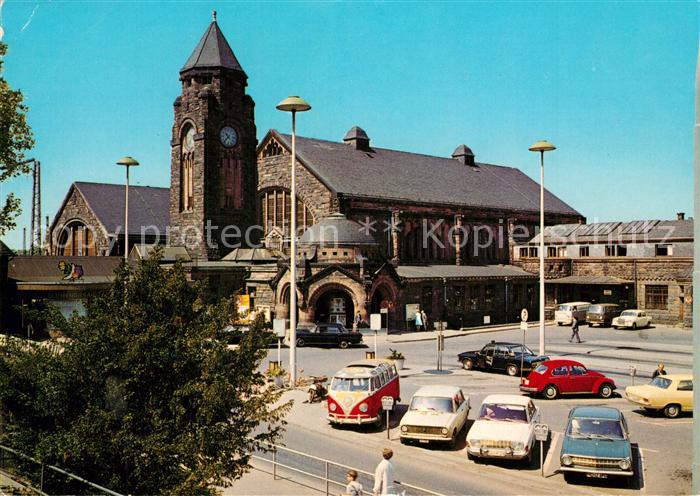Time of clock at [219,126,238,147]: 10:37
